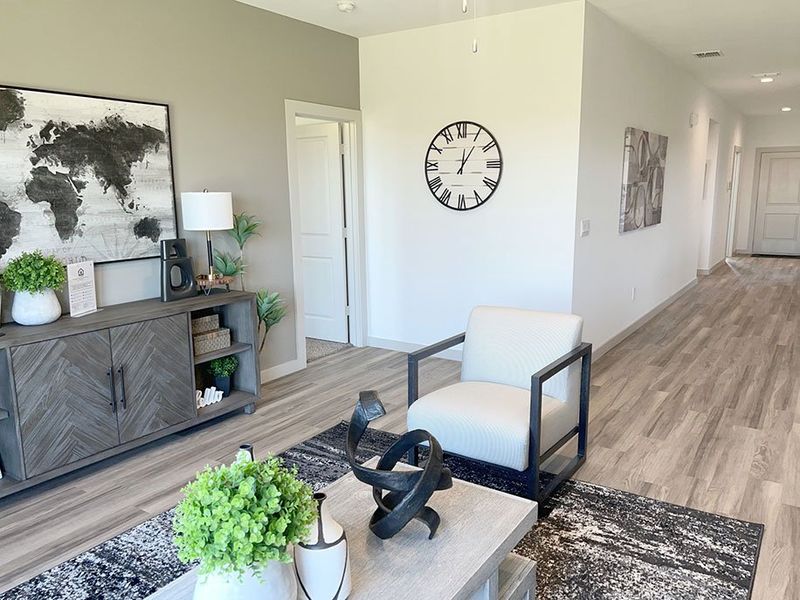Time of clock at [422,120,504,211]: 12:05
